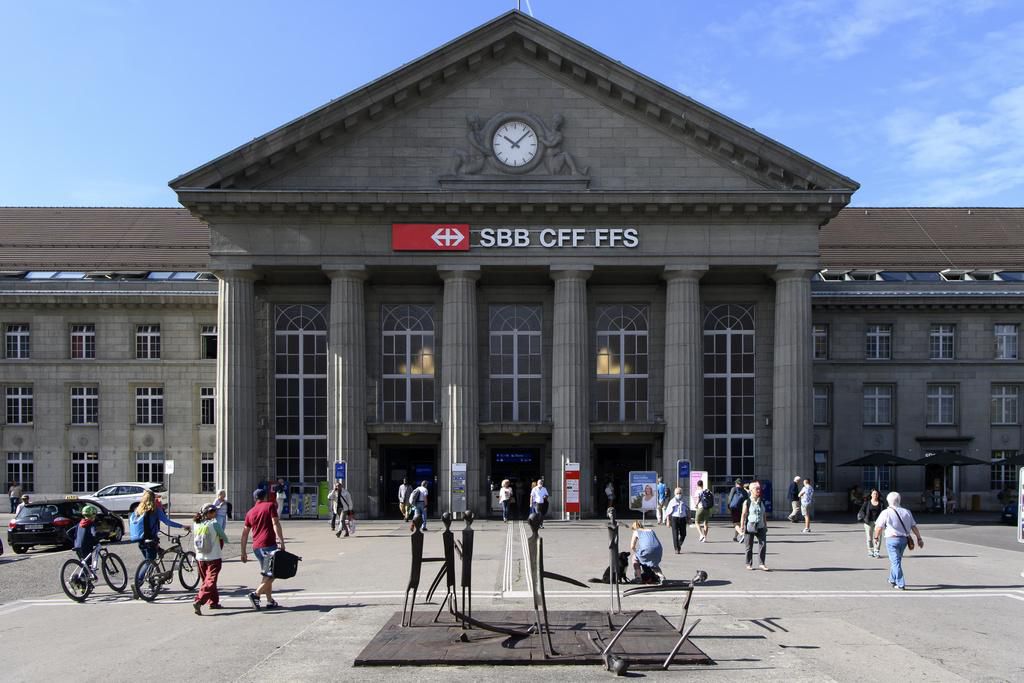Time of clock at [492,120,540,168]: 10:07
